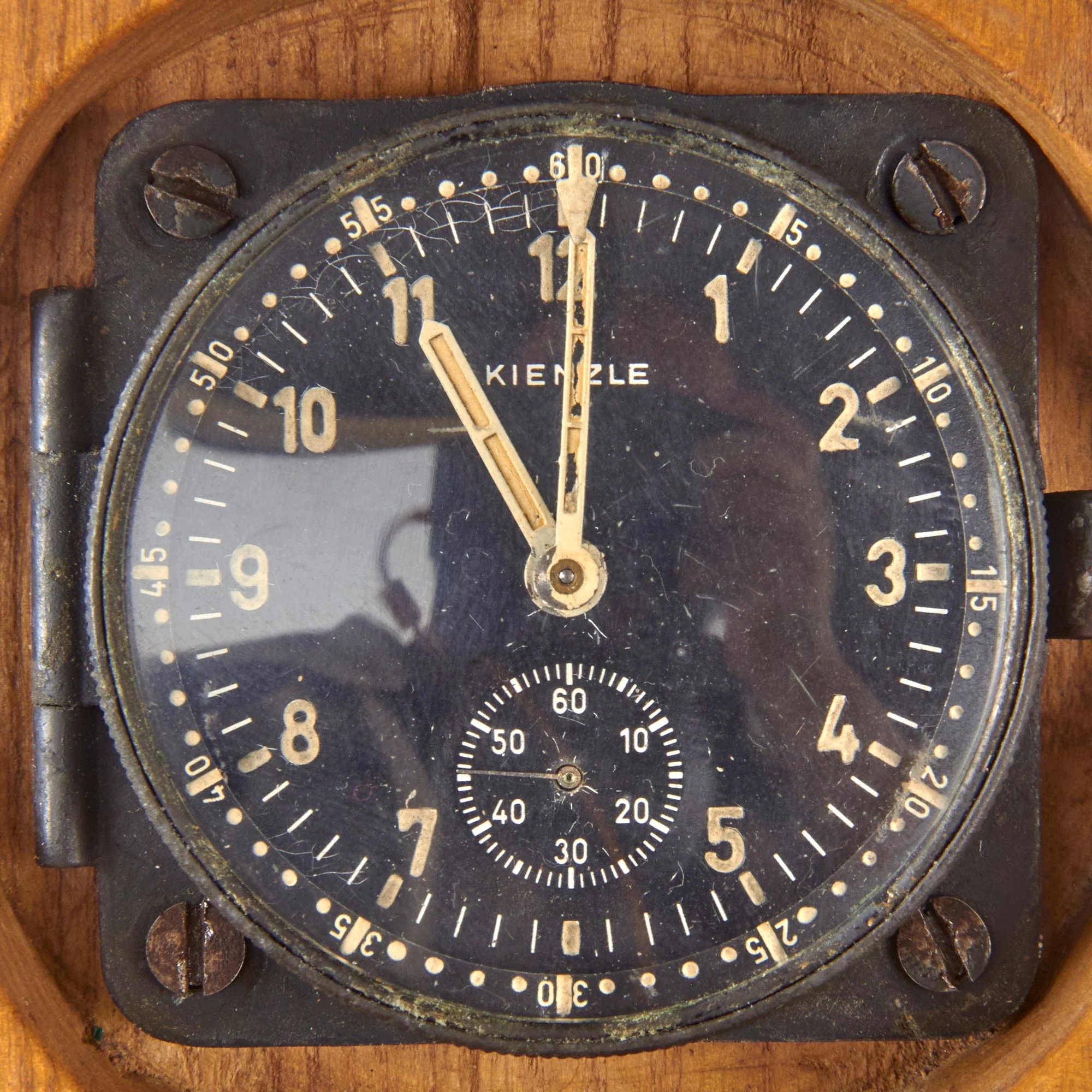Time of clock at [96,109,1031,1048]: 11:00
